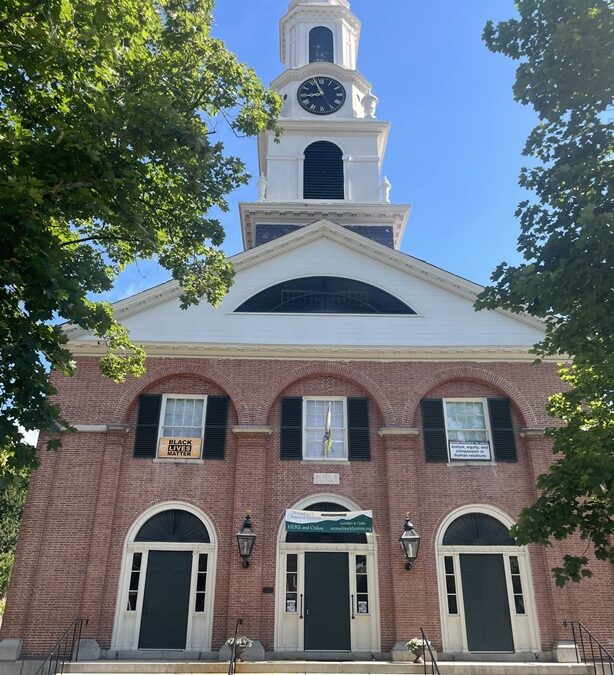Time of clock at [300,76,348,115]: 8:56
